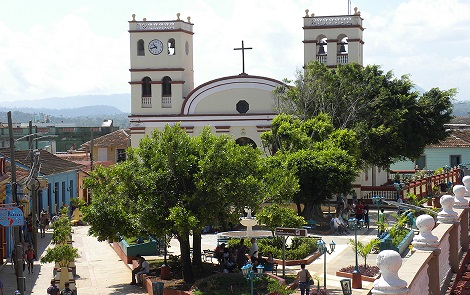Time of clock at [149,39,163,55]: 10:42
